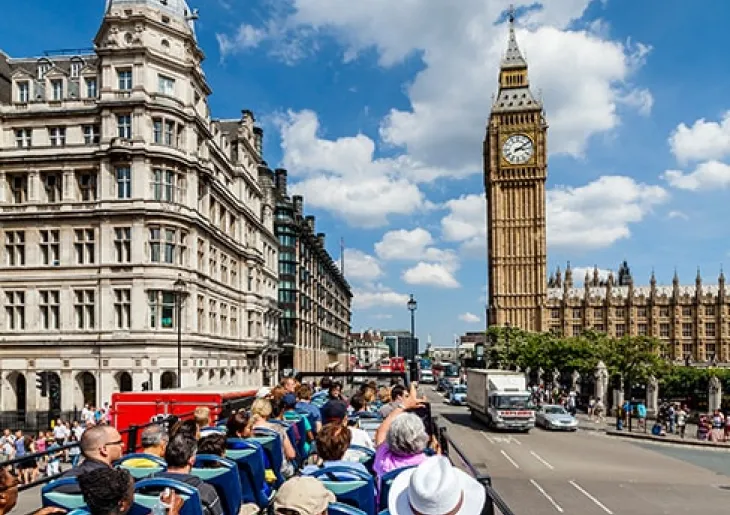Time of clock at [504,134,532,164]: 3:09
